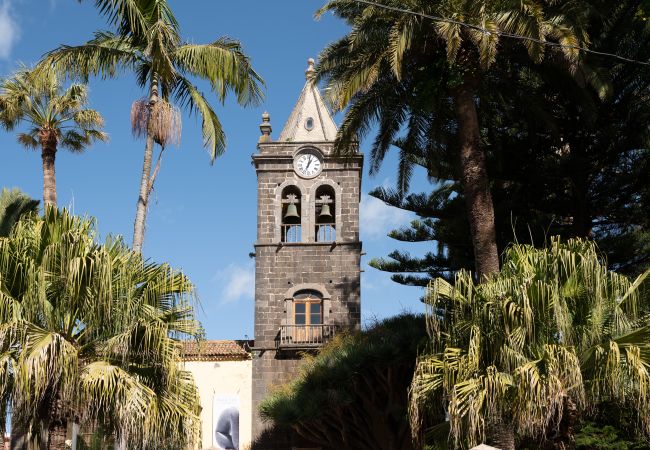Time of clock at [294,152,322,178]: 1:02
